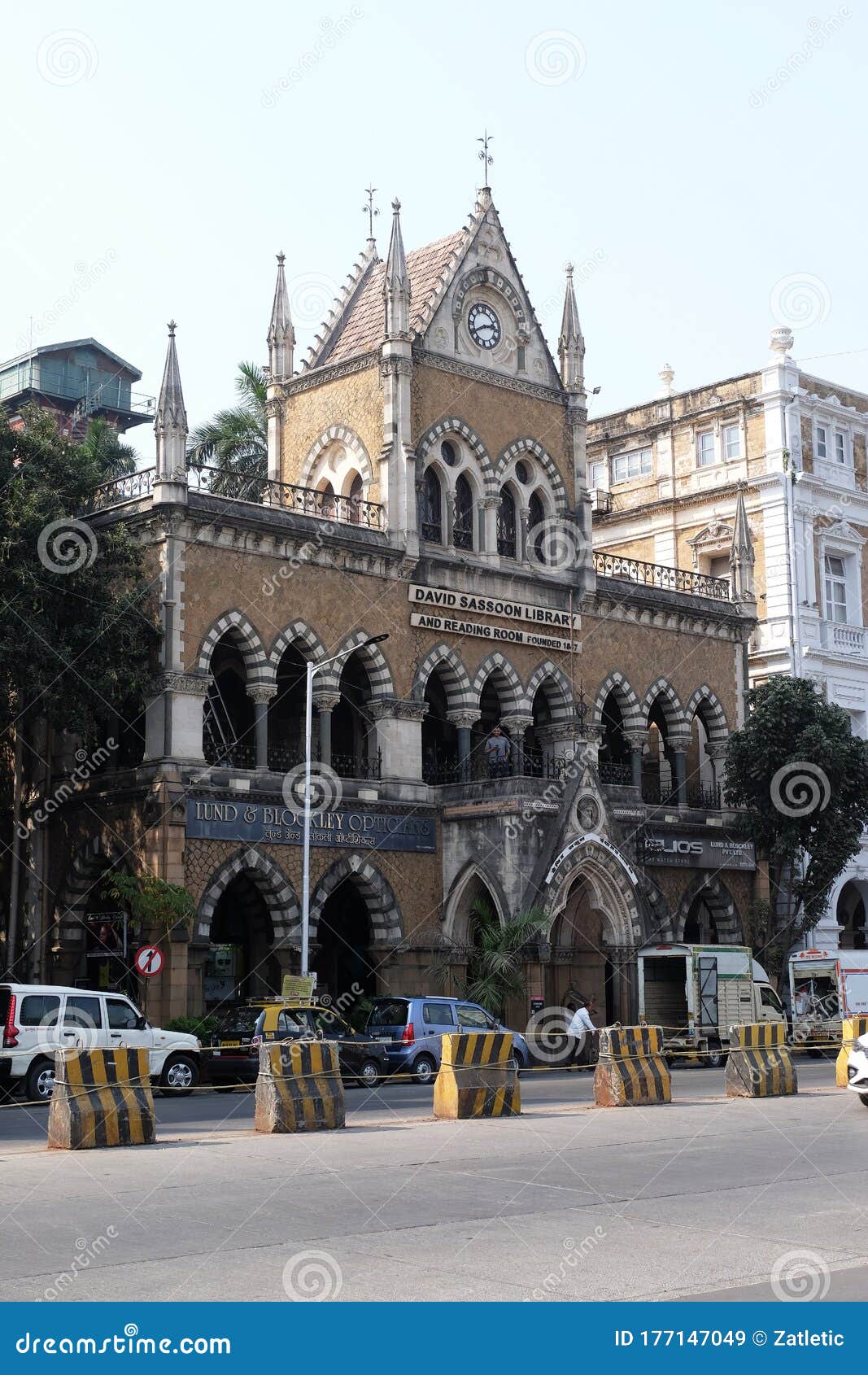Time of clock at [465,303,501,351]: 2:40
